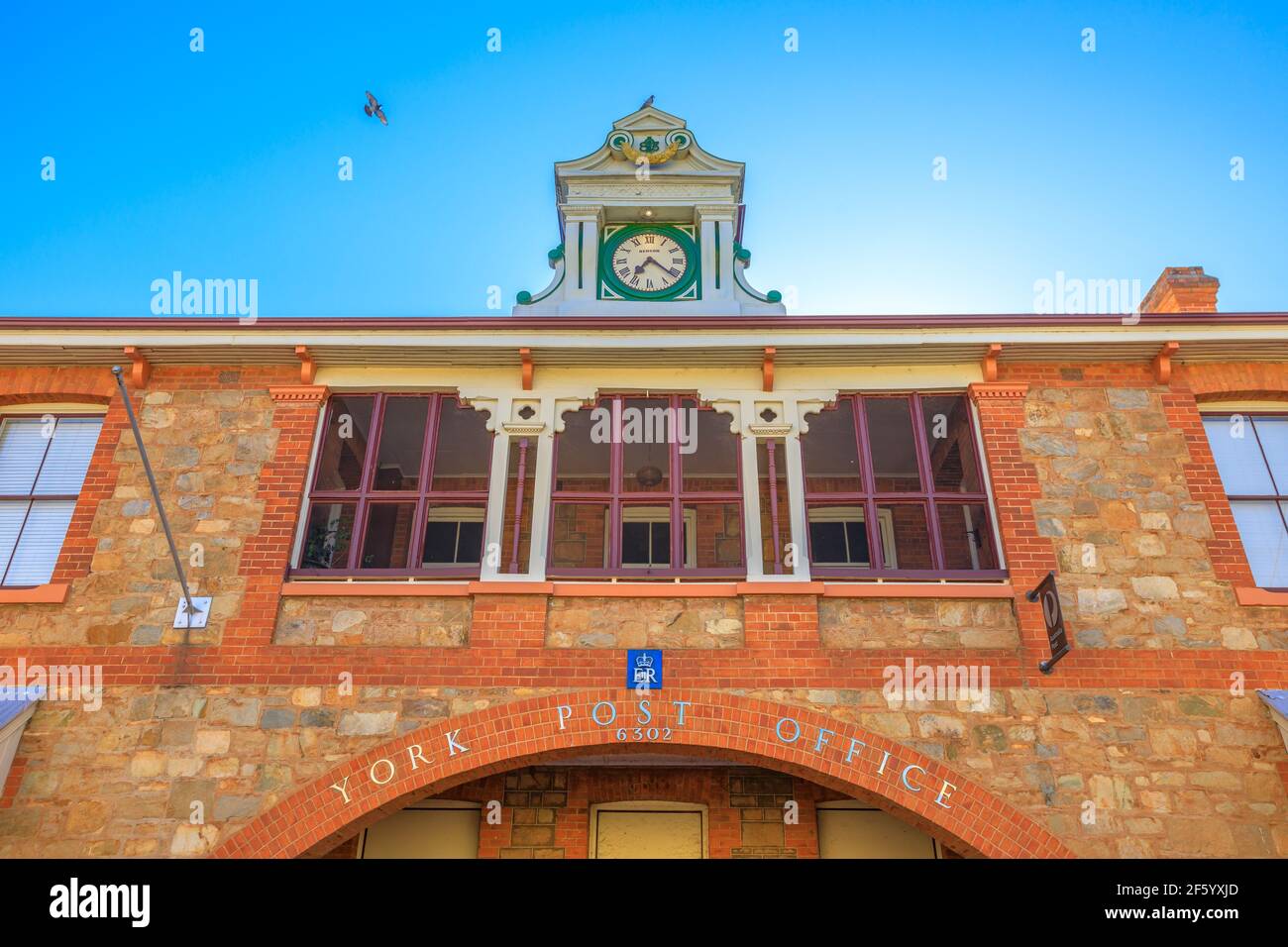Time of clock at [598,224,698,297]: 7:21
